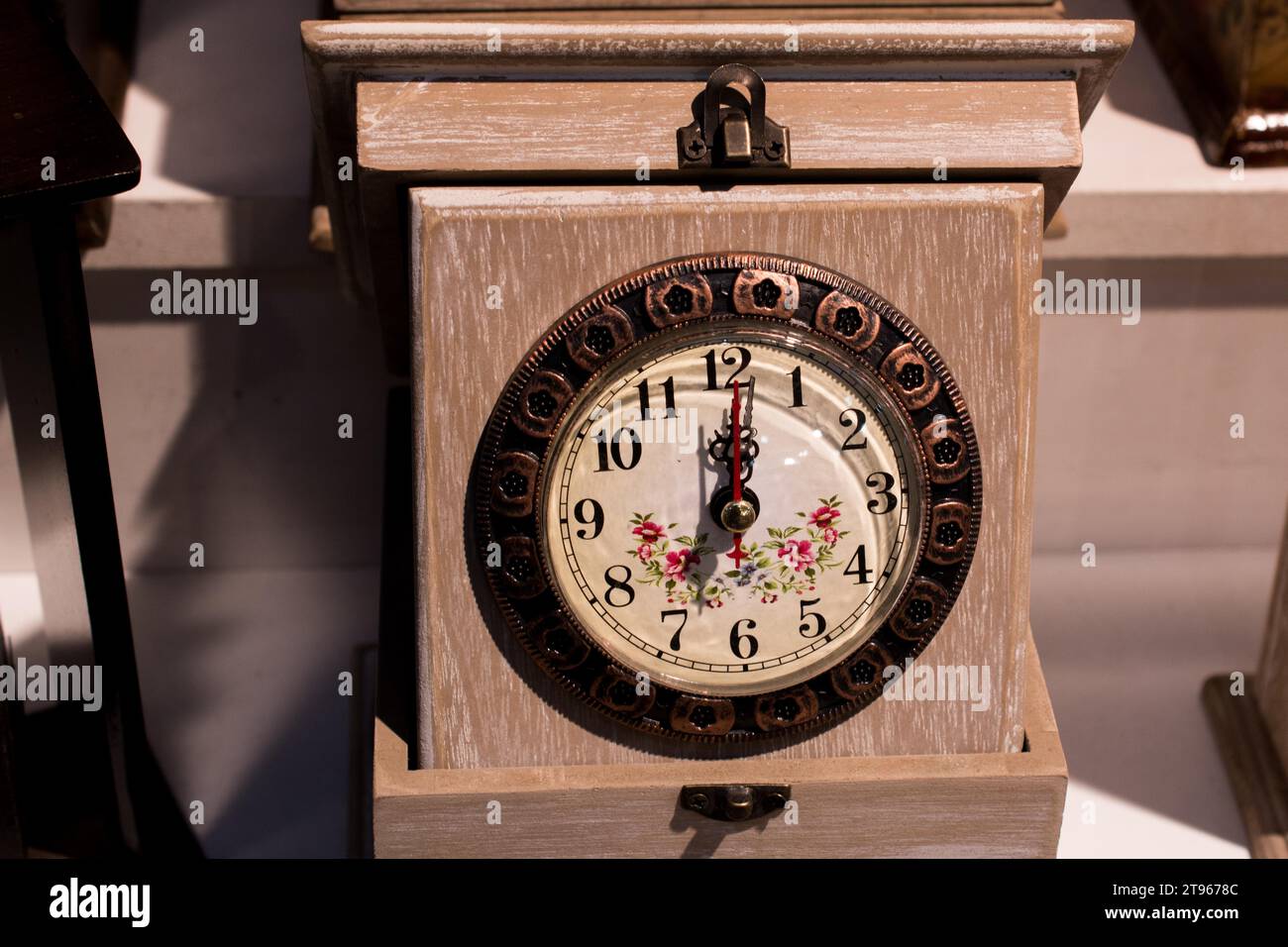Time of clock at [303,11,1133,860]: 7:01
